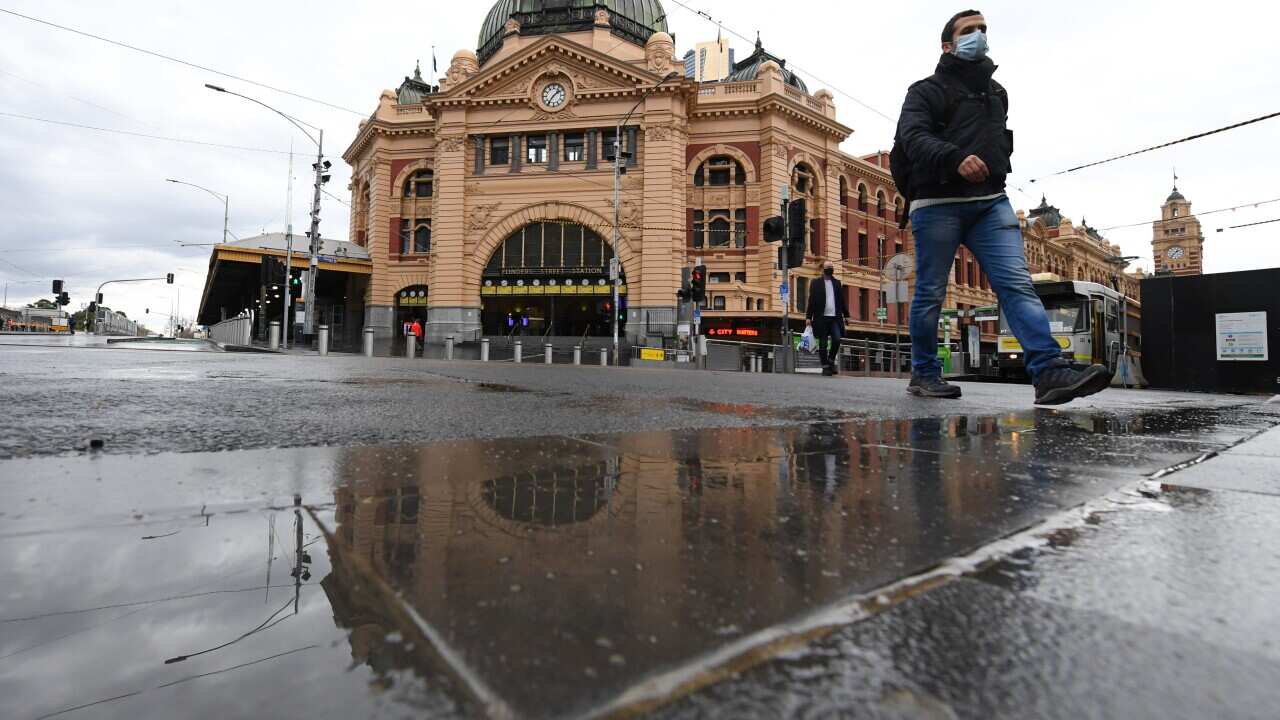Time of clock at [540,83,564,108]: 1:36
